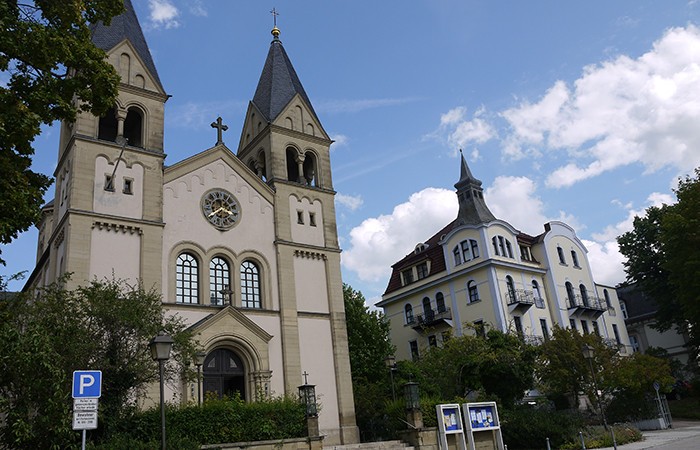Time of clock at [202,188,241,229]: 3:39
